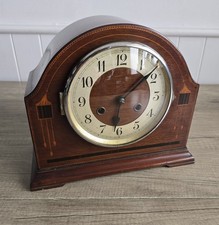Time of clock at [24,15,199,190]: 6:08
